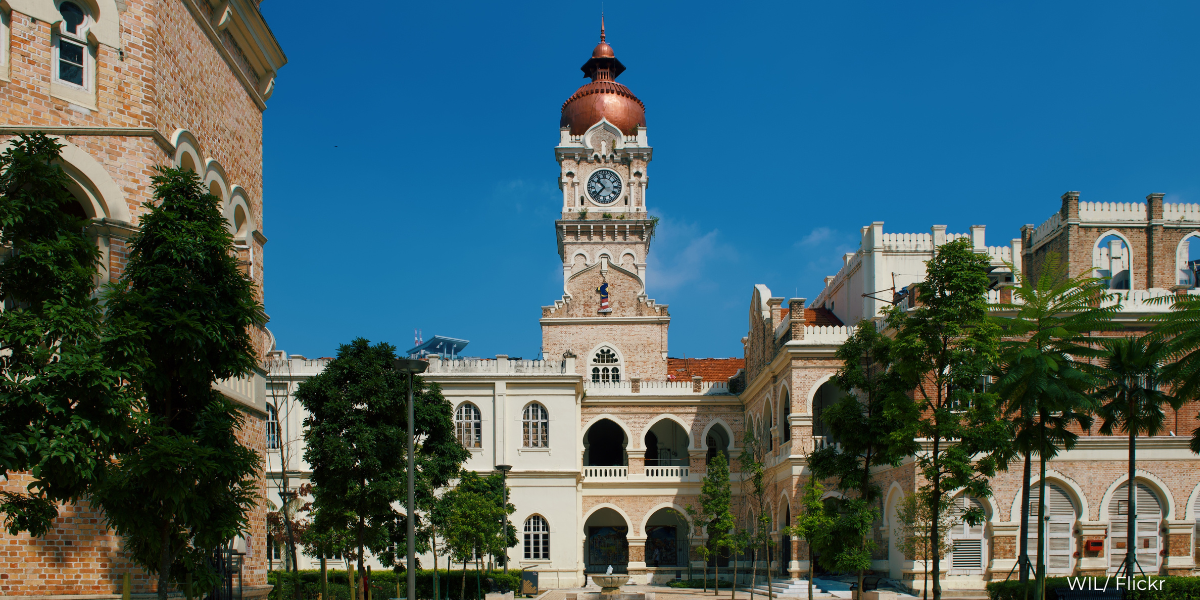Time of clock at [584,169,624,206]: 10:37
